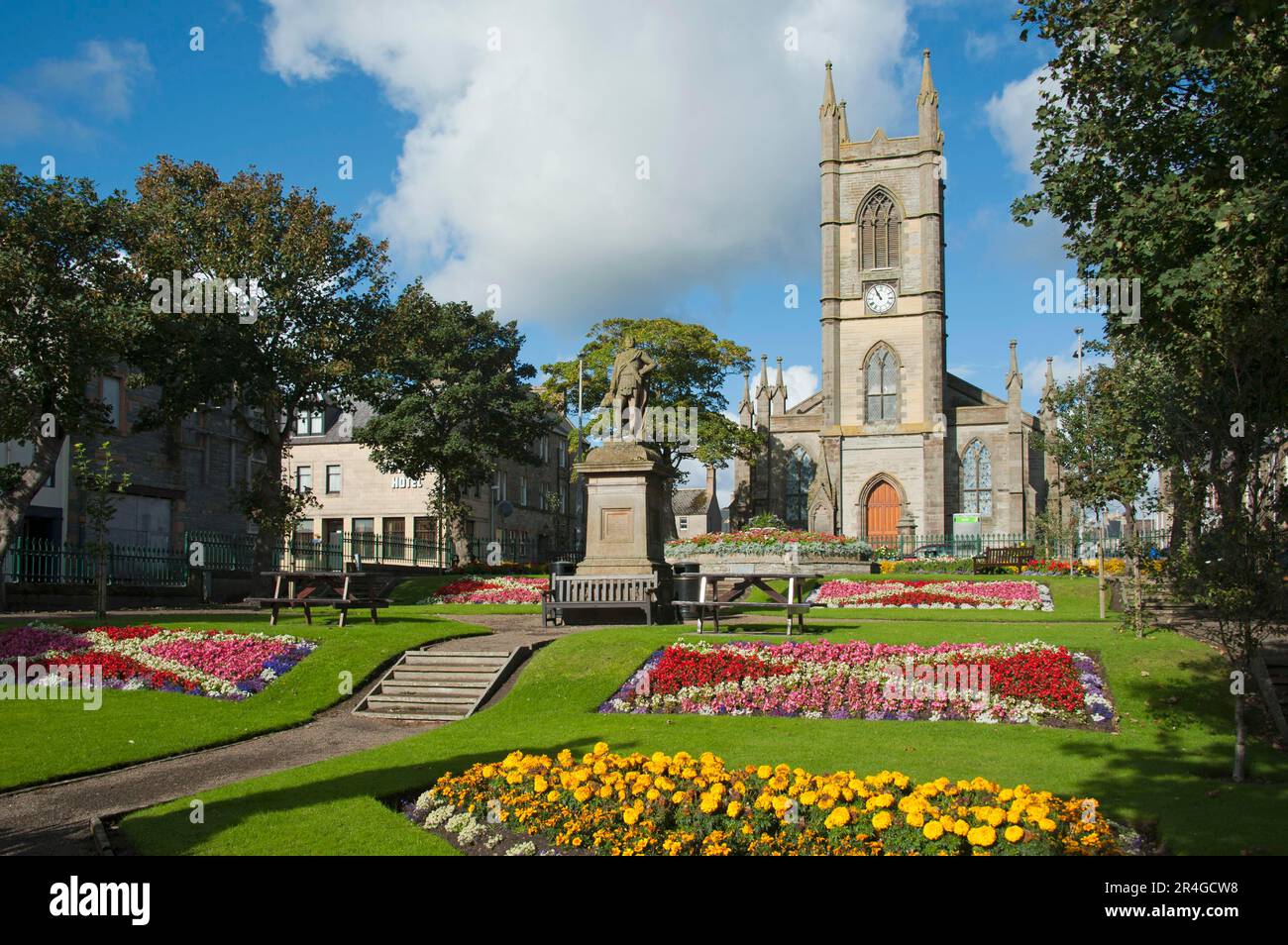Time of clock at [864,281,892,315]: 10:55
